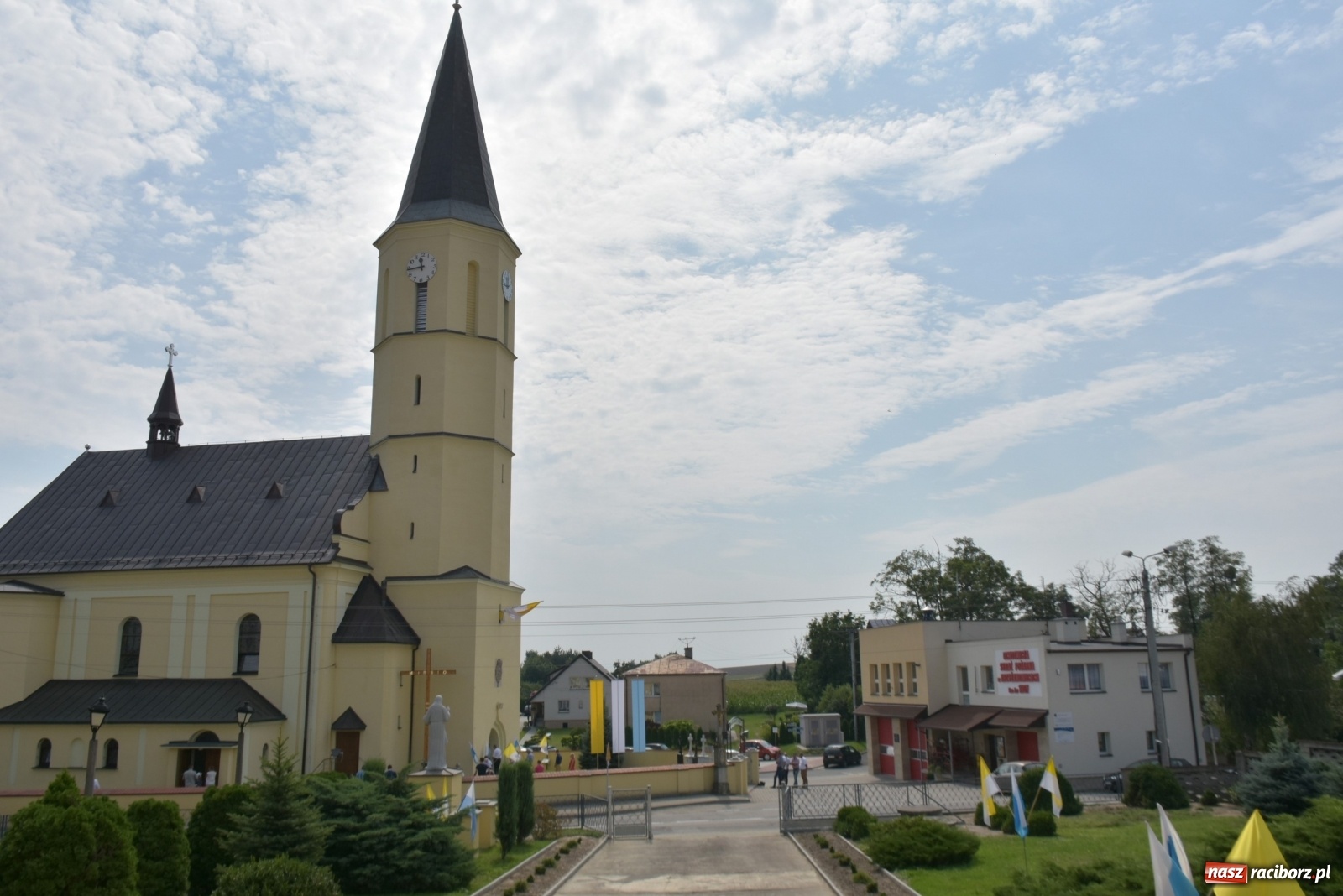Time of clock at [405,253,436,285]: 11:43
